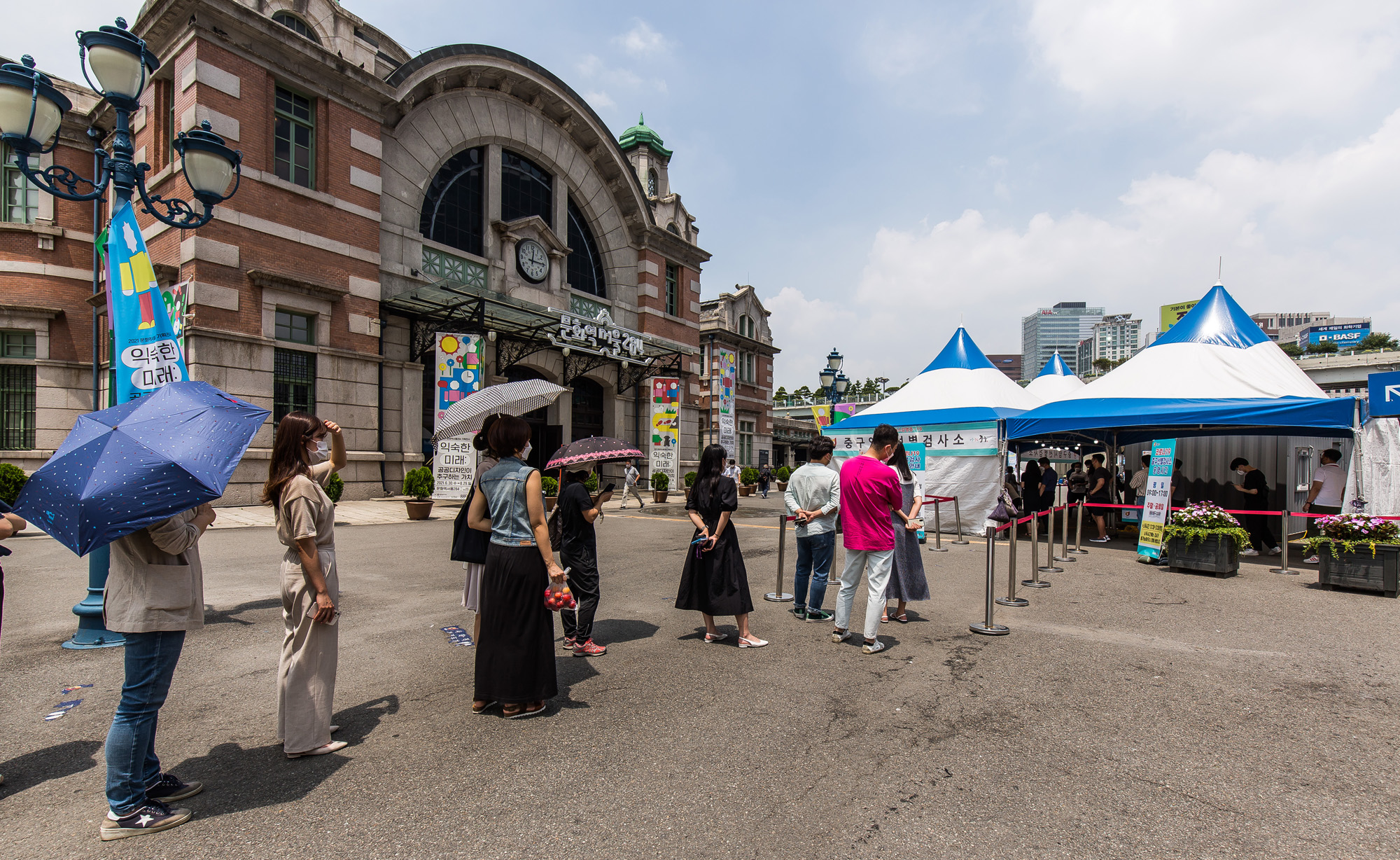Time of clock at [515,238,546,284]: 12:14
